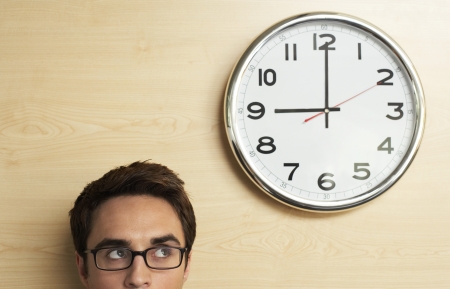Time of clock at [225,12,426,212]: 9:00
